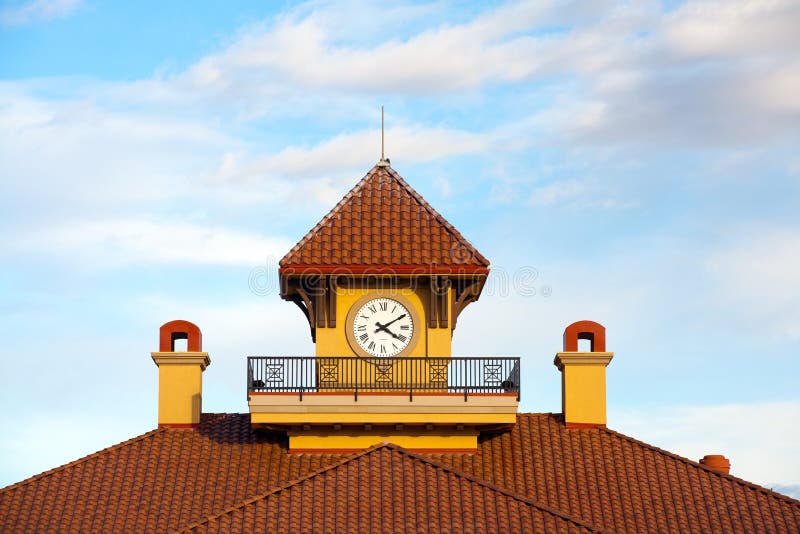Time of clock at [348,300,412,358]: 4:09
